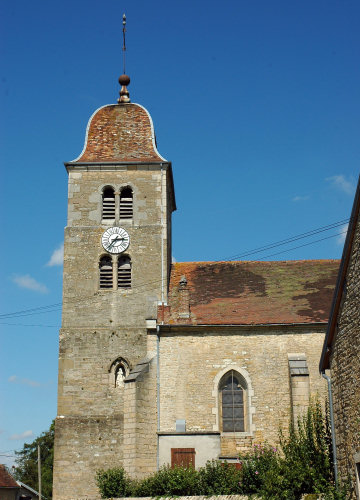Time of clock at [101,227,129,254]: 2:36
